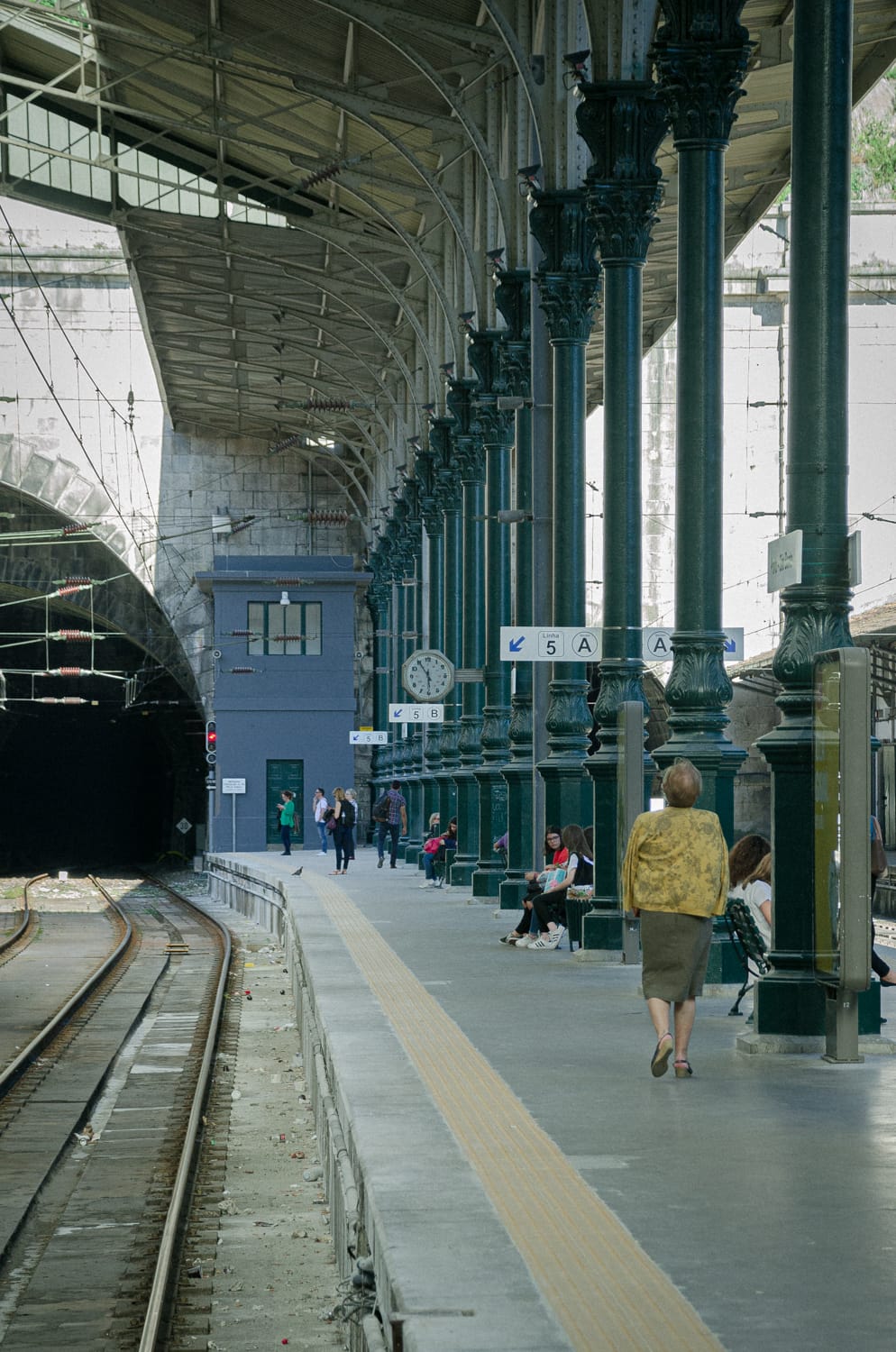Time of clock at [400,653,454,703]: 5:54
